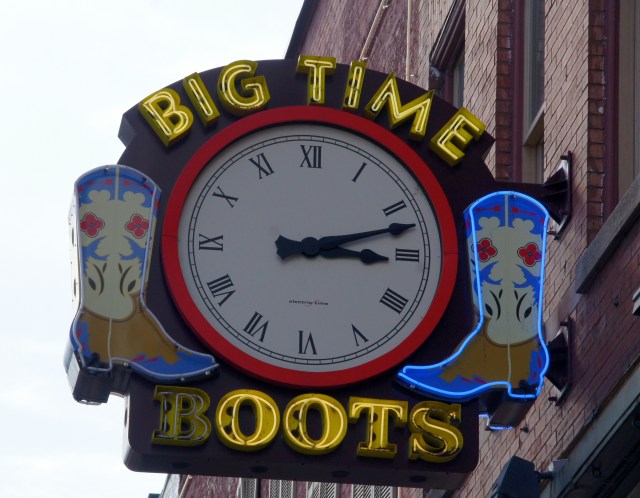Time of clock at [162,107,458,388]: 3:12
